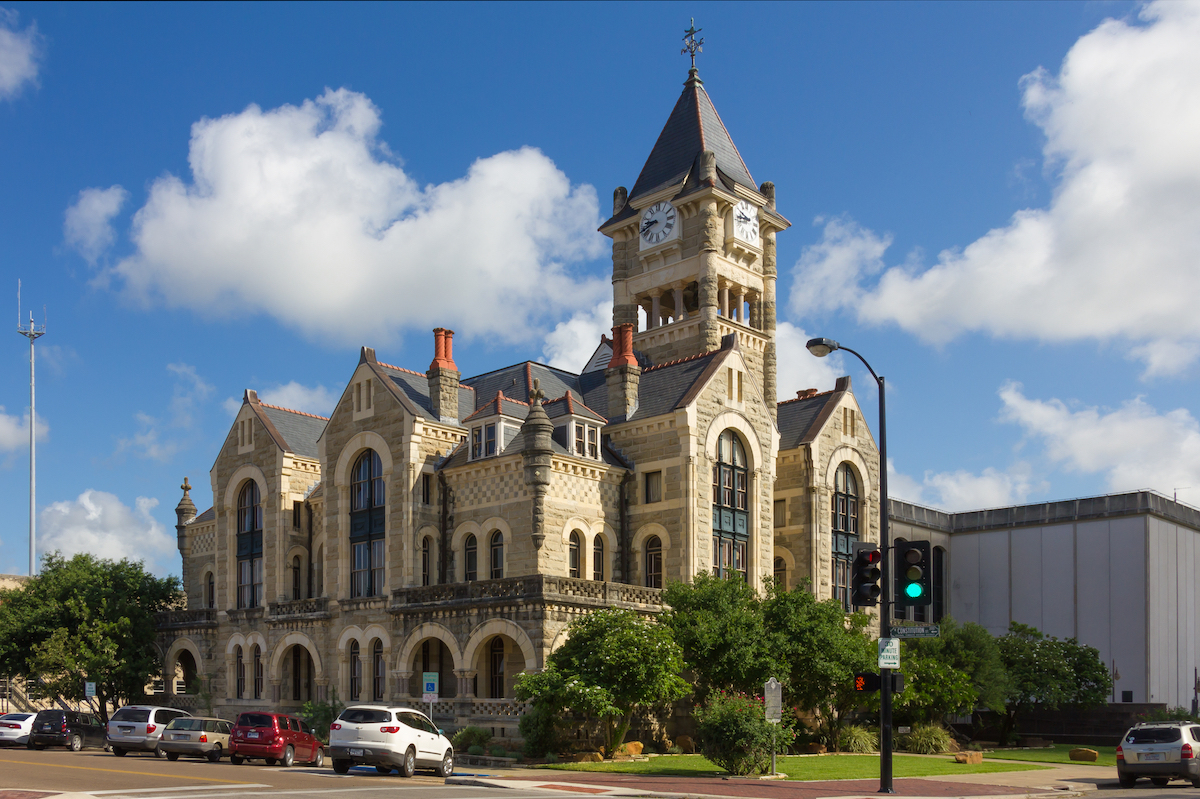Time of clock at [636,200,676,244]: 8:40
